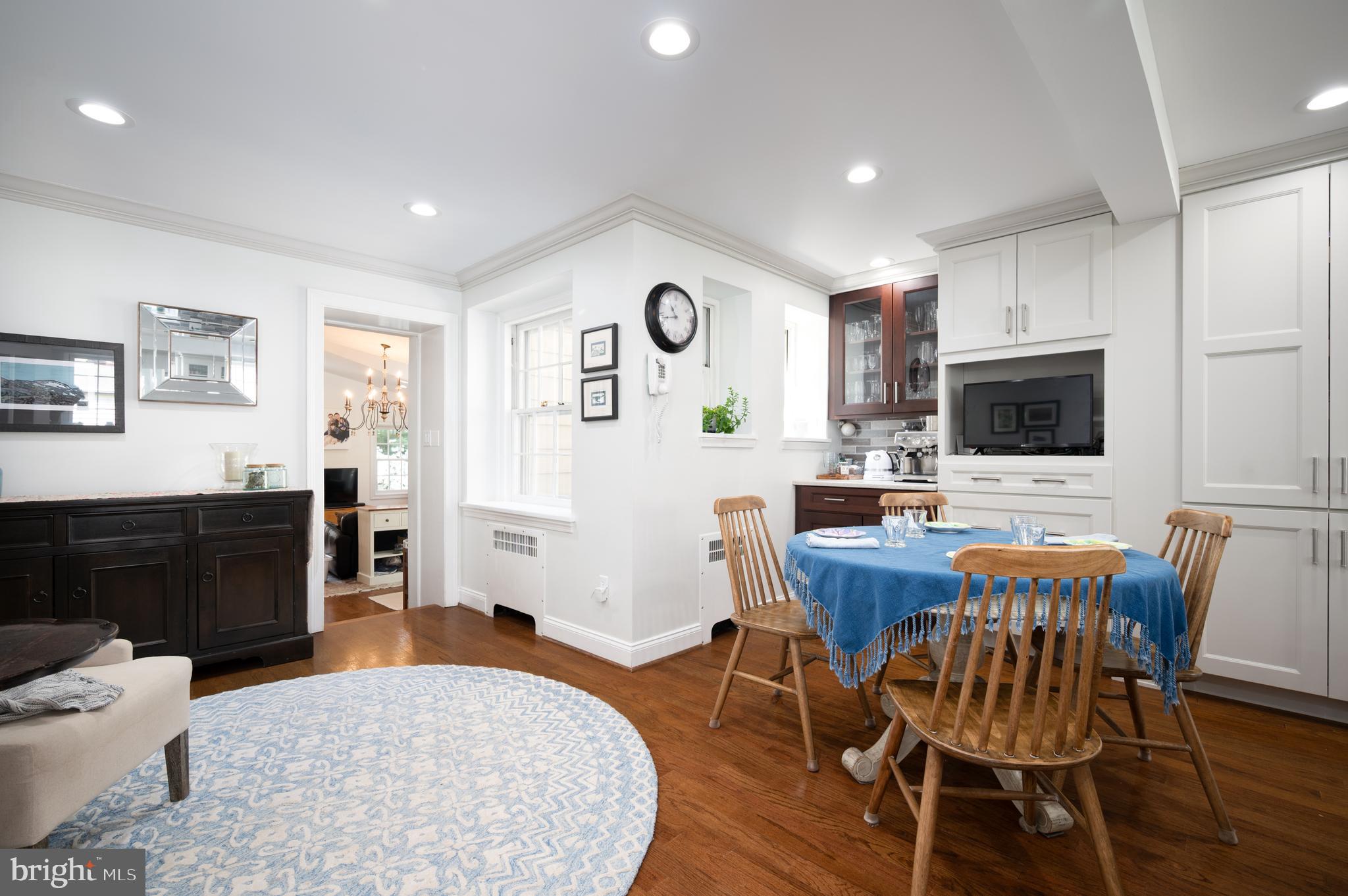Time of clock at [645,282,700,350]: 10:42
